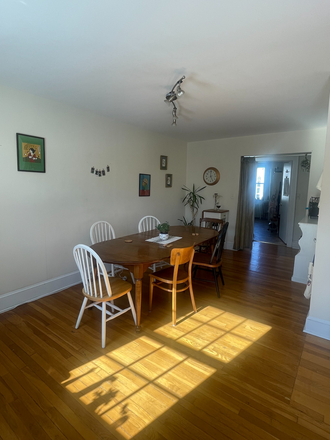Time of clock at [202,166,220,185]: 4:59
